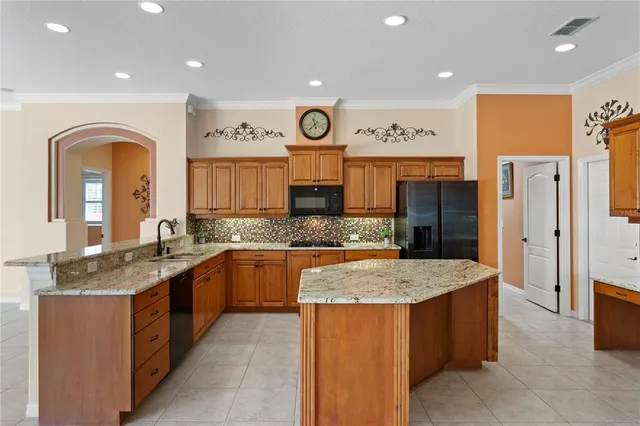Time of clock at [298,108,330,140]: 11:37
